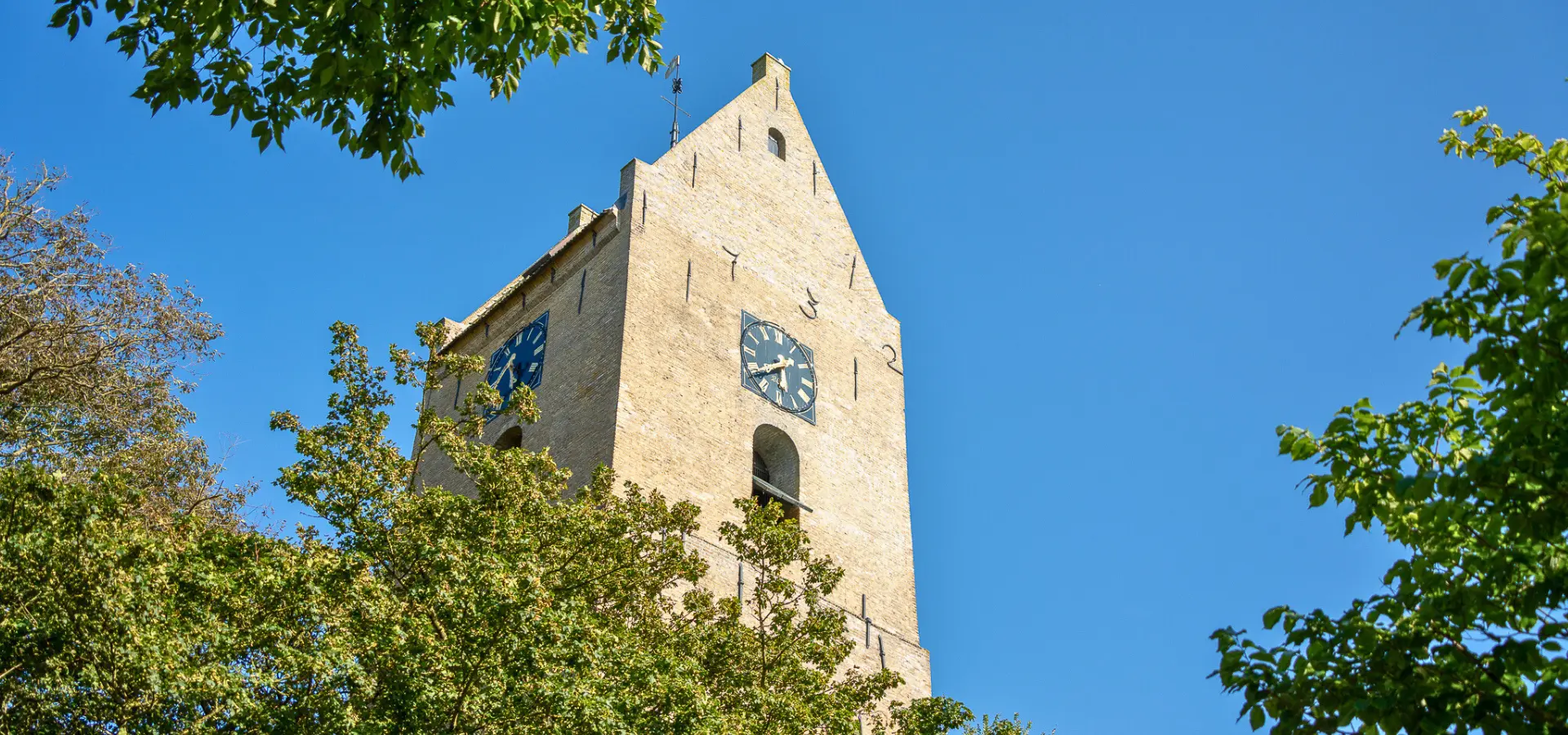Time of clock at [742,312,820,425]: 5:38
